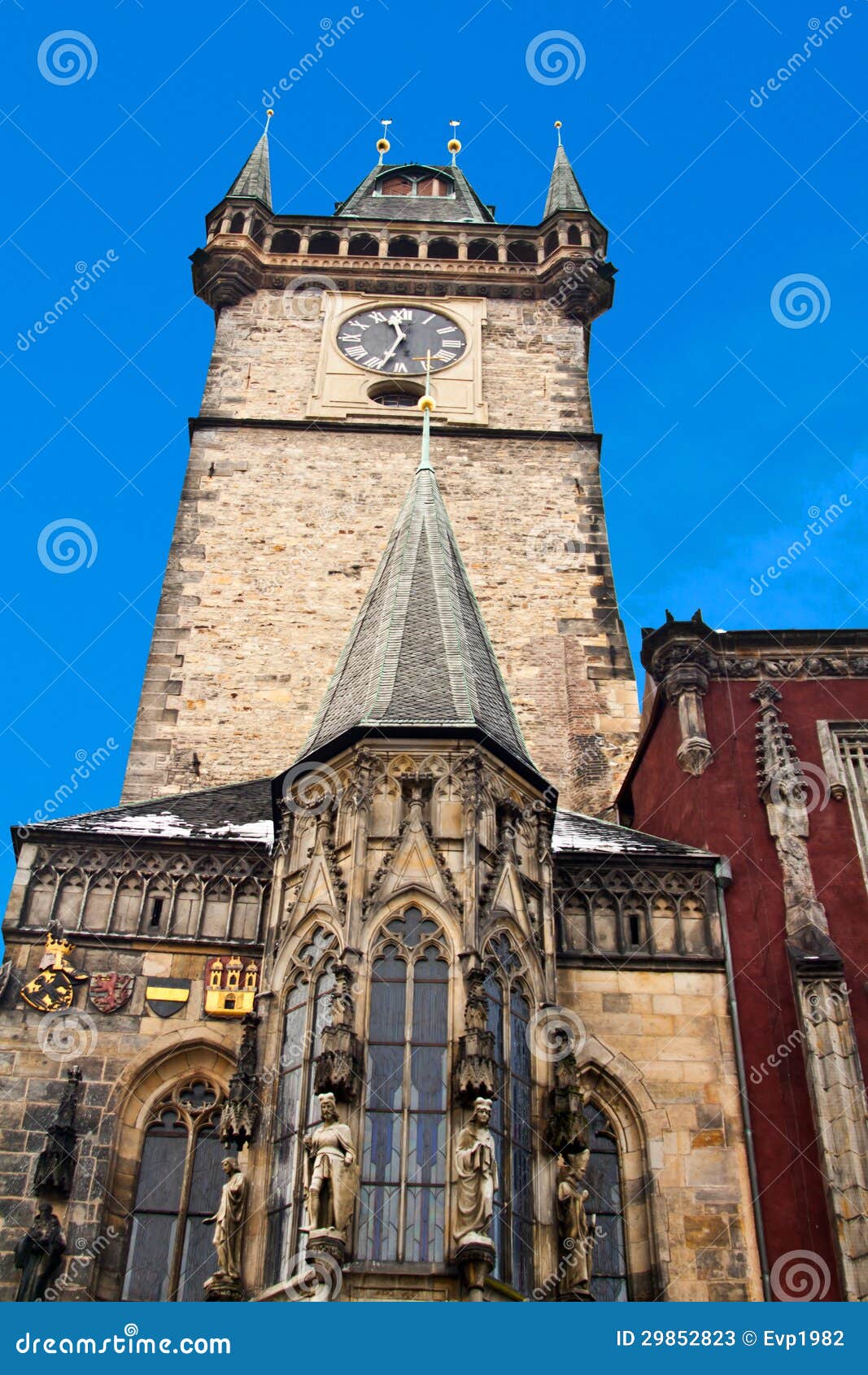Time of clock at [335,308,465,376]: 11:33
